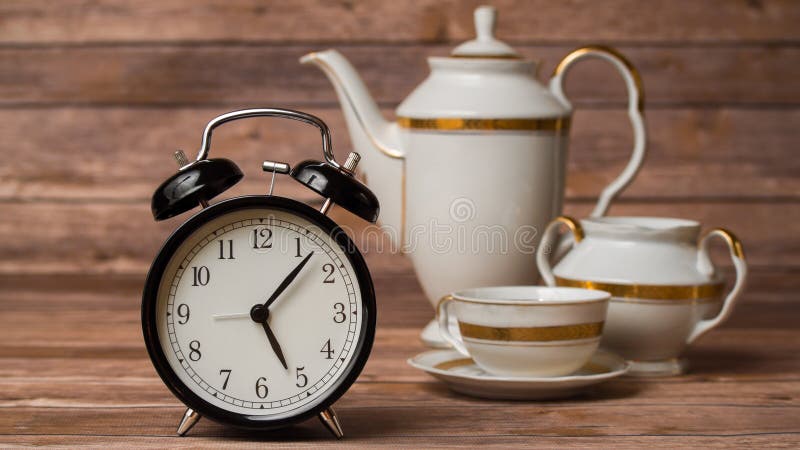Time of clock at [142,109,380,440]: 5:07
